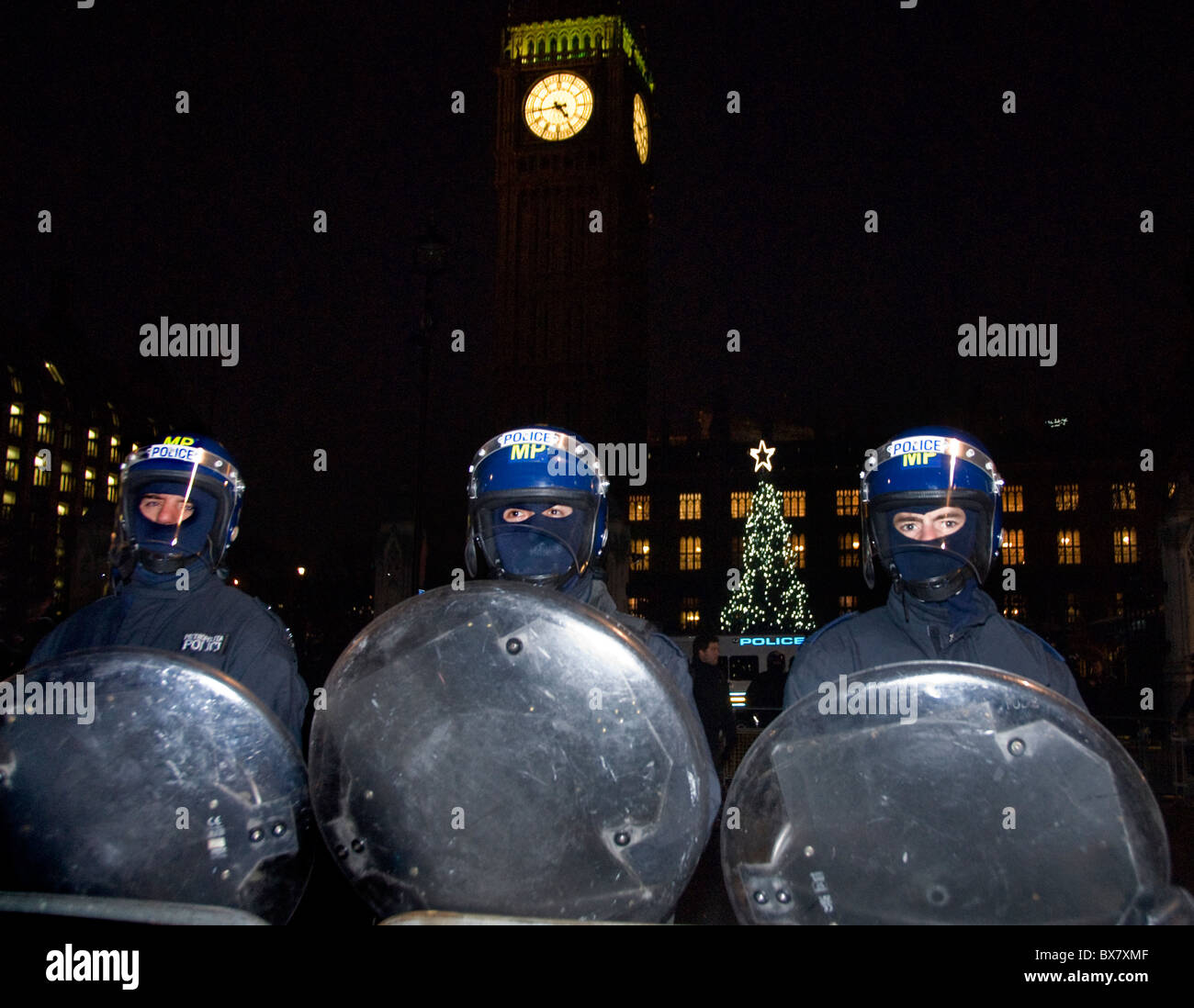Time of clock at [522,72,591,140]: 4:43
